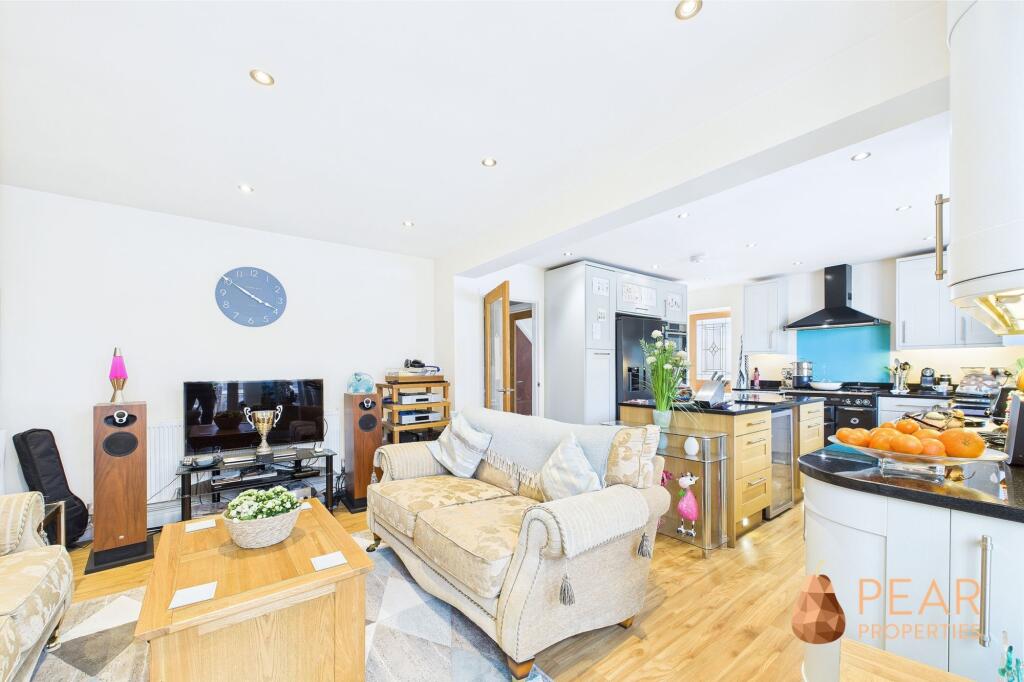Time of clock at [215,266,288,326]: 3:50
